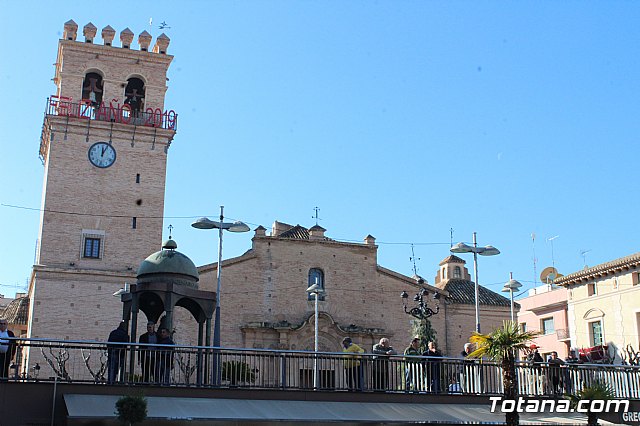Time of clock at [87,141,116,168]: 12:04
